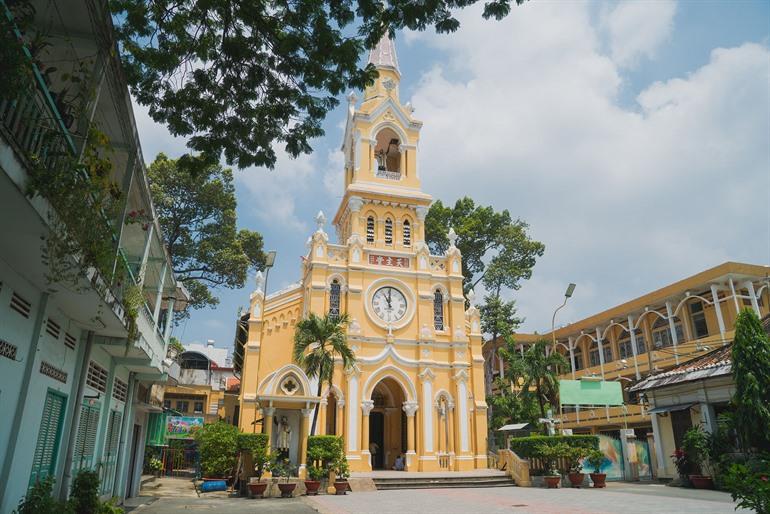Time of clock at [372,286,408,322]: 11:00
